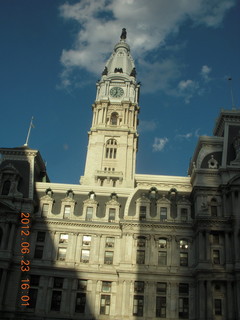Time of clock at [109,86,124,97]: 6:58
